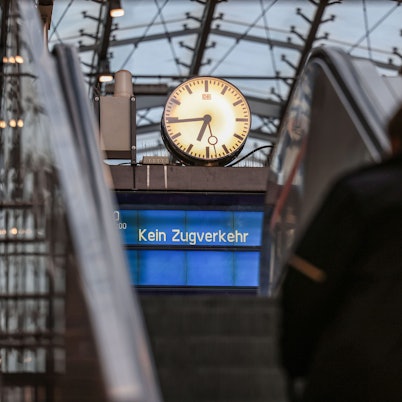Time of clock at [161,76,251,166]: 6:44
